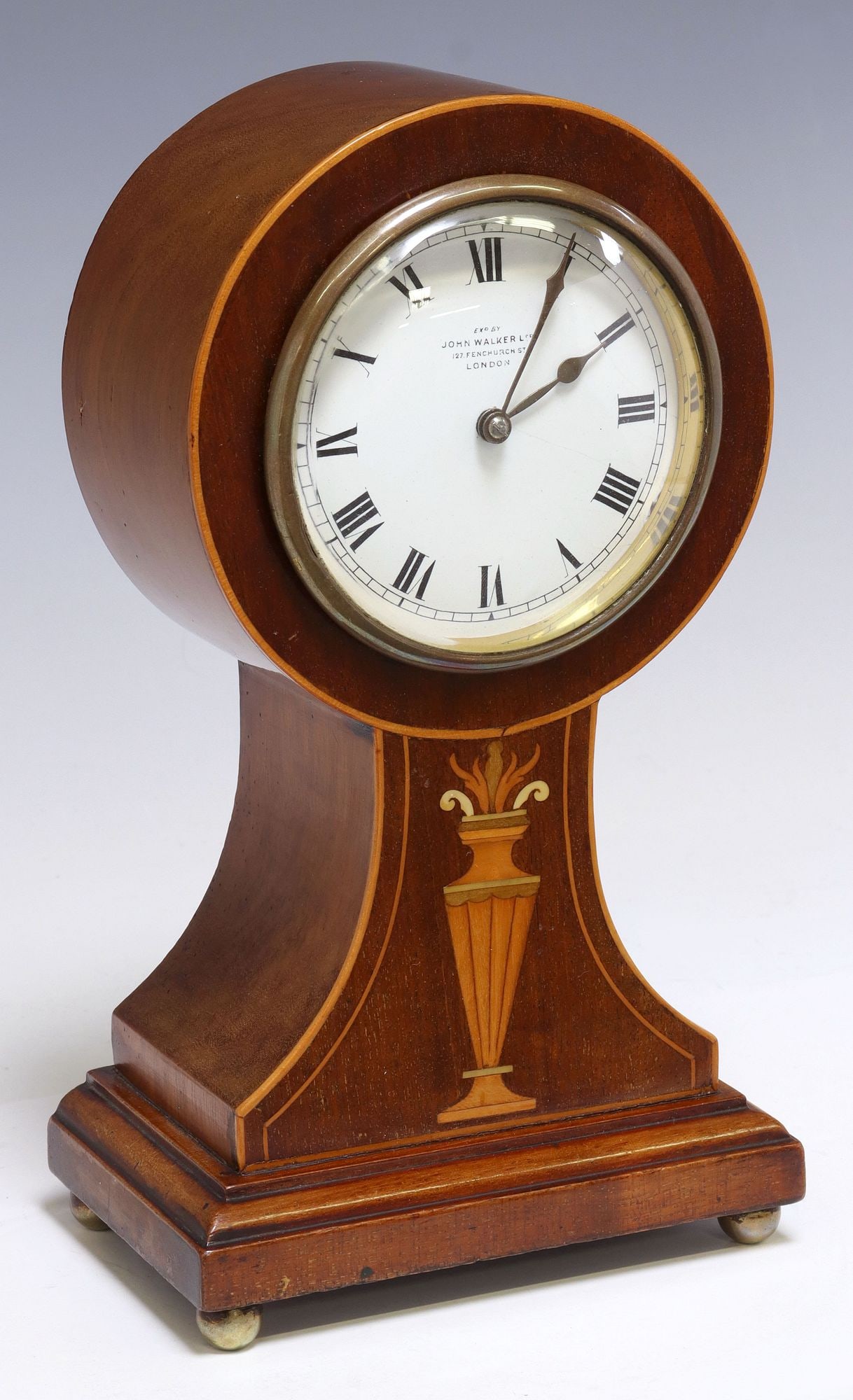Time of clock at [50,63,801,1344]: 2:04
